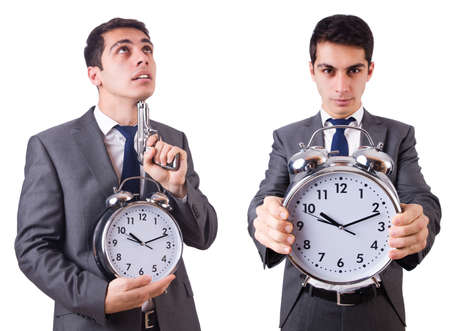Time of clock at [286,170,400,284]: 10:11
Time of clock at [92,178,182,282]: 10:11
